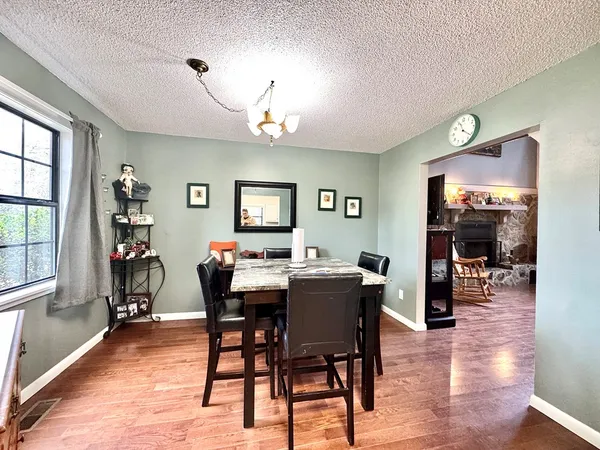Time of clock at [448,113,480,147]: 11:21
